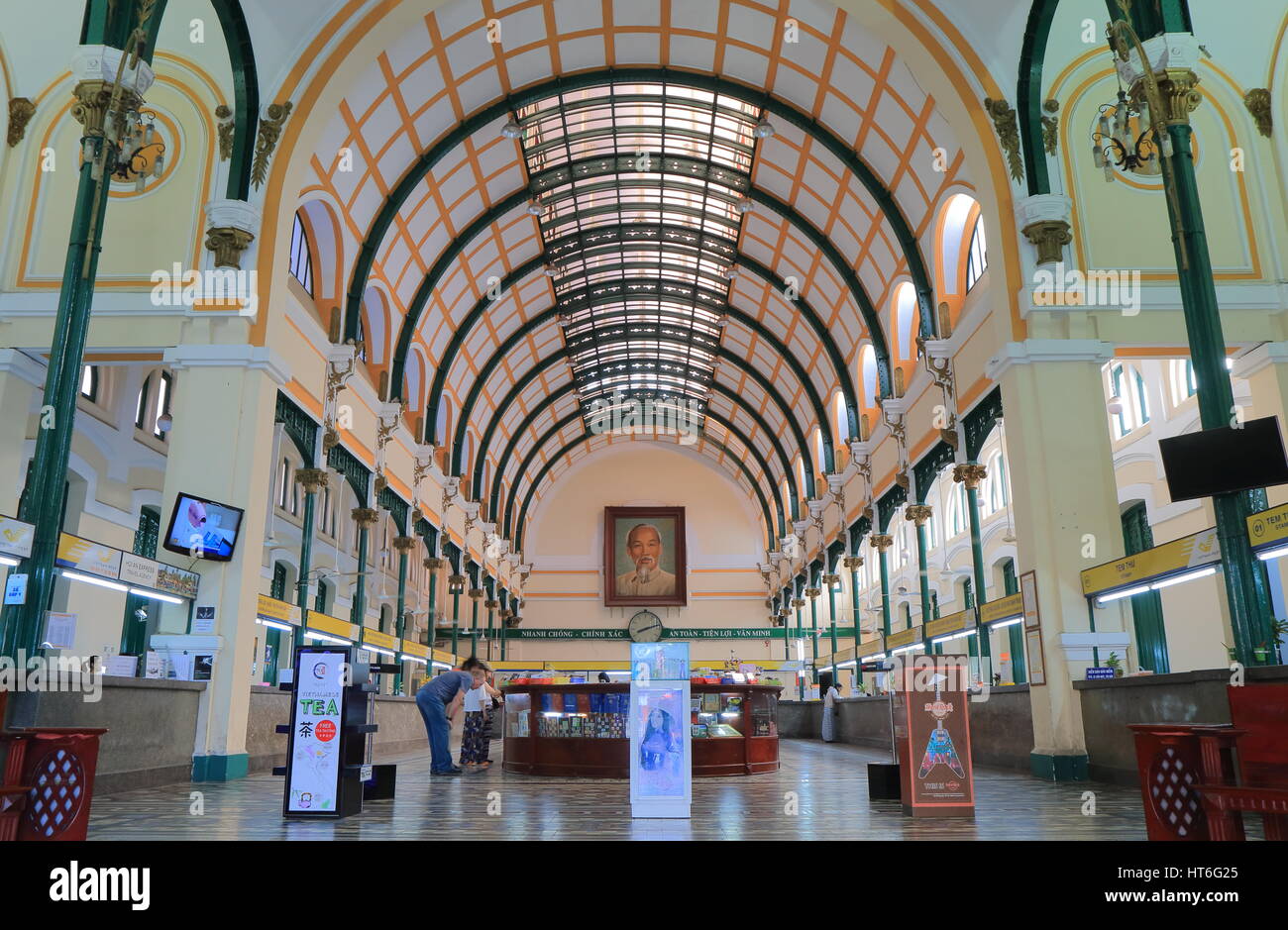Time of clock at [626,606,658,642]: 8:12
